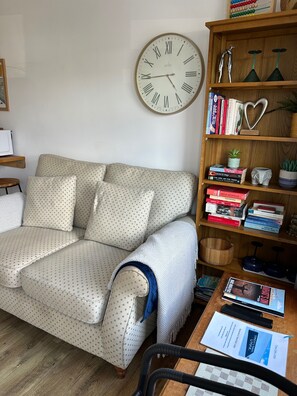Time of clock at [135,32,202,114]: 4:44
